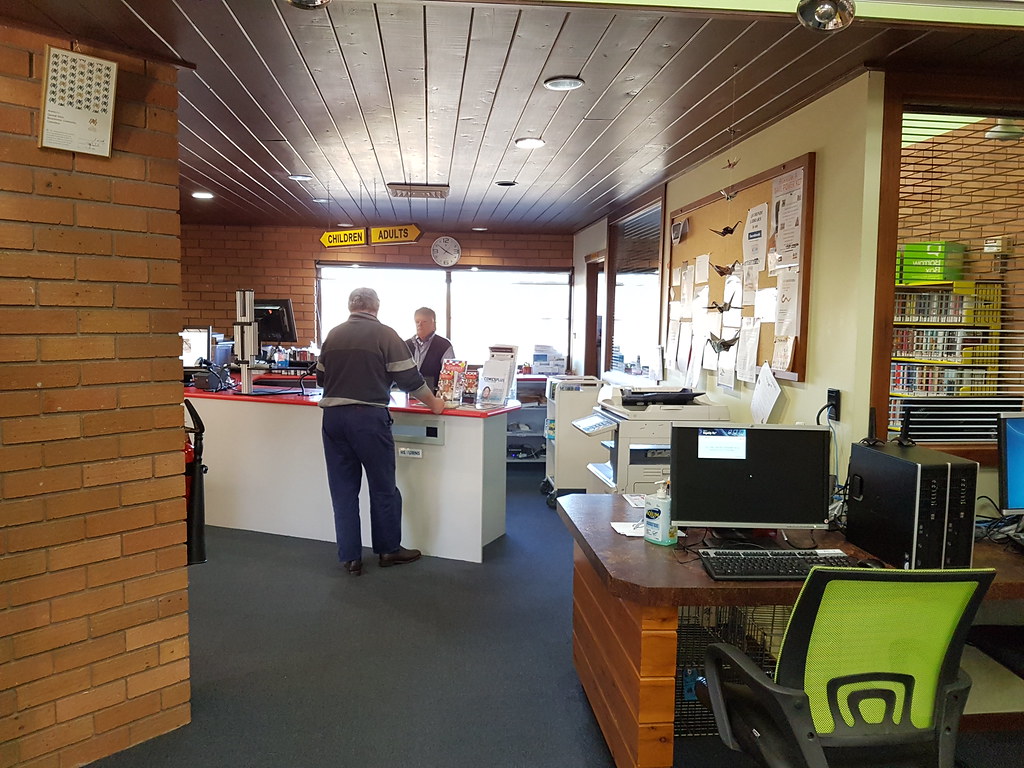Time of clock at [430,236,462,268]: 3:51
